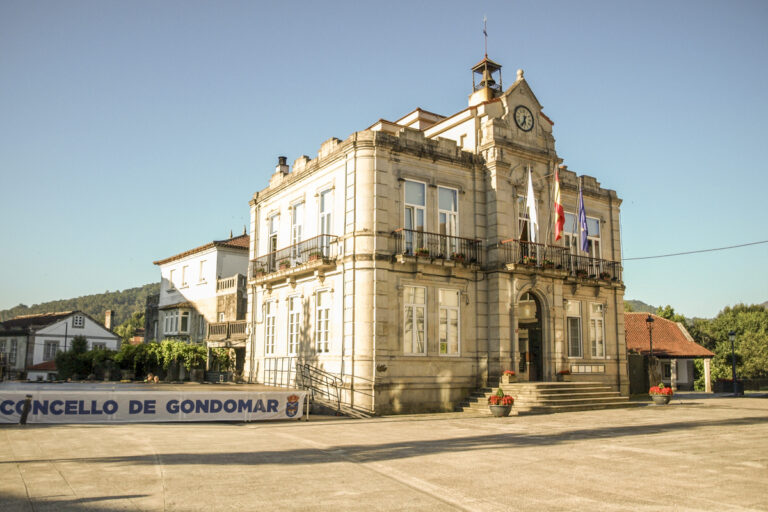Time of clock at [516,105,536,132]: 5:34
